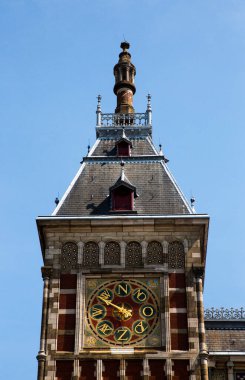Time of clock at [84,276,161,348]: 9:50
